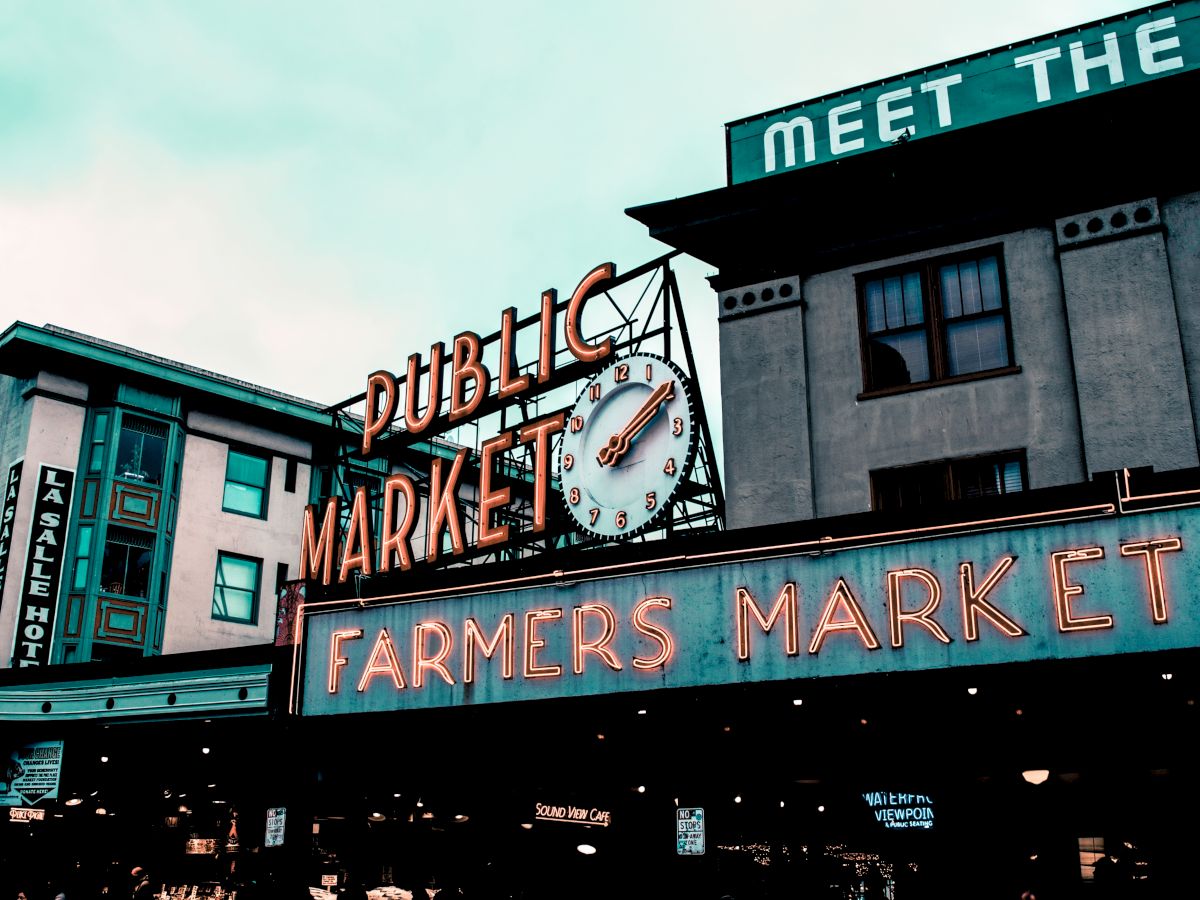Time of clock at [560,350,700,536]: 2:09
